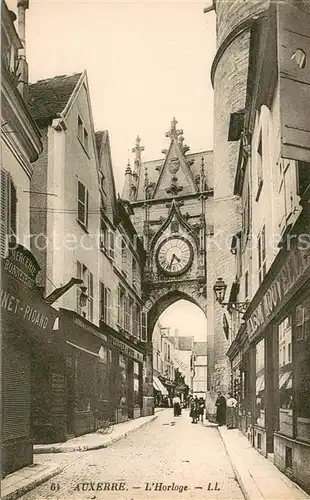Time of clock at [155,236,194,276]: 4:33
